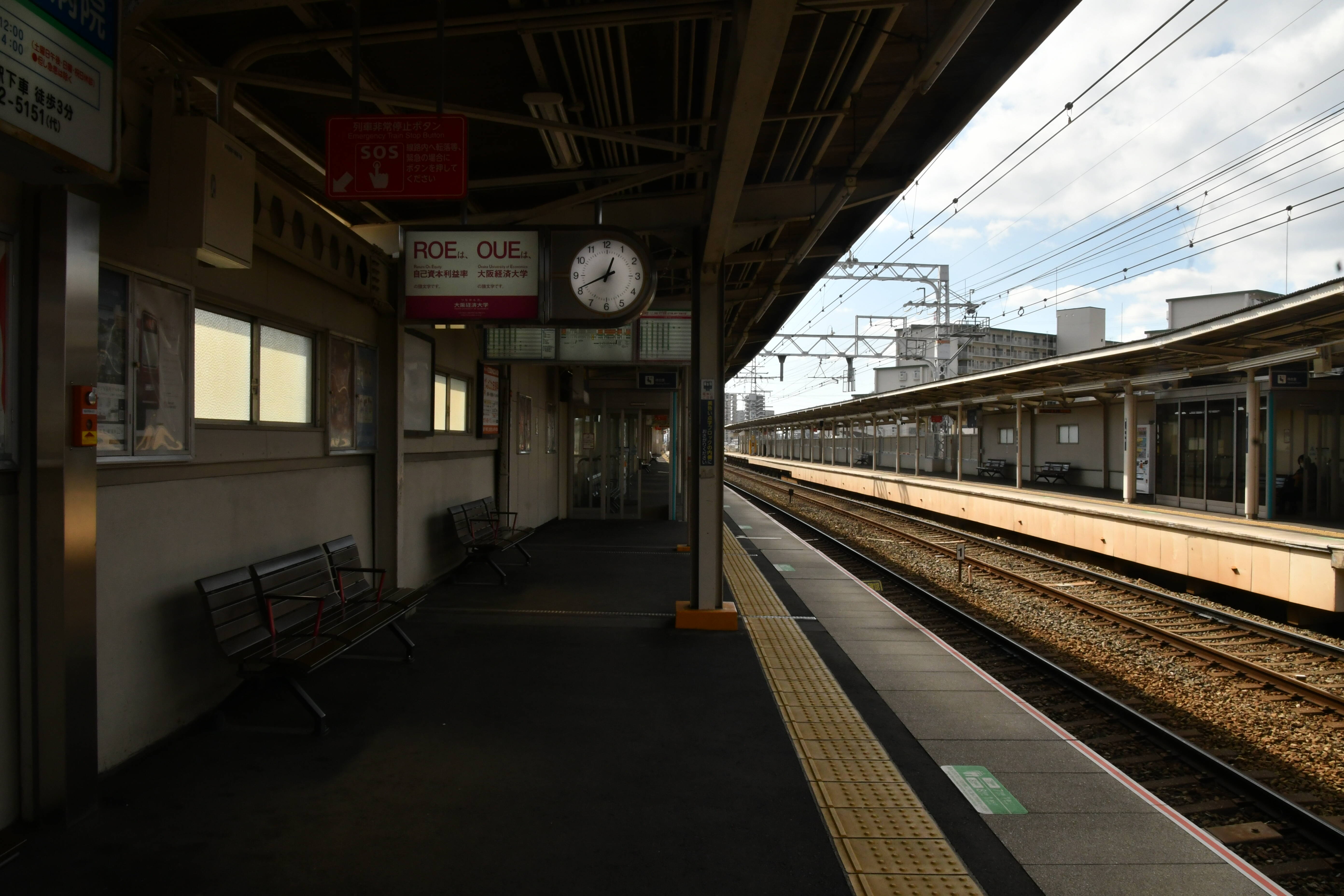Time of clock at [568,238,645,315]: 12:40
